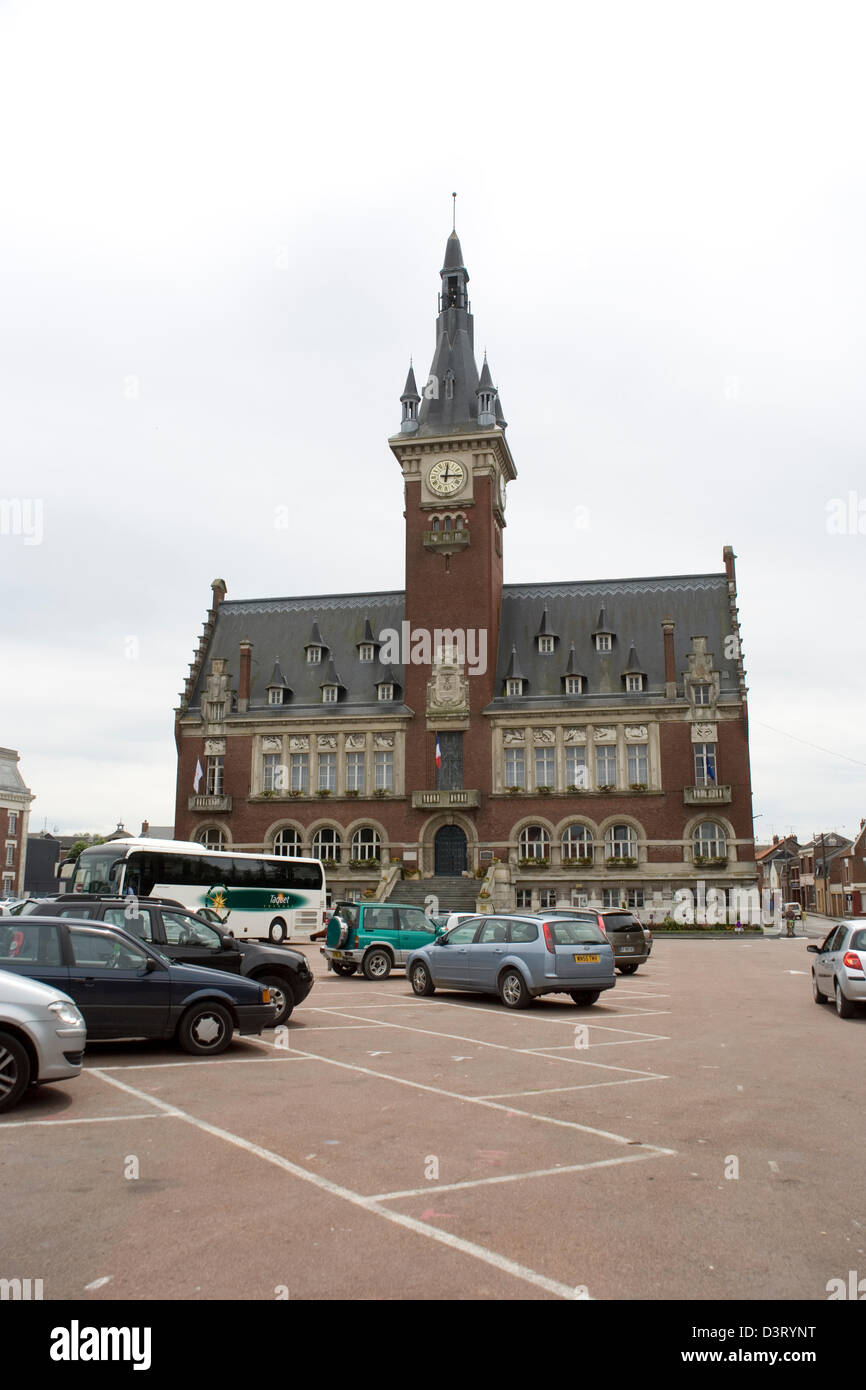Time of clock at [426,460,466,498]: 12:14
